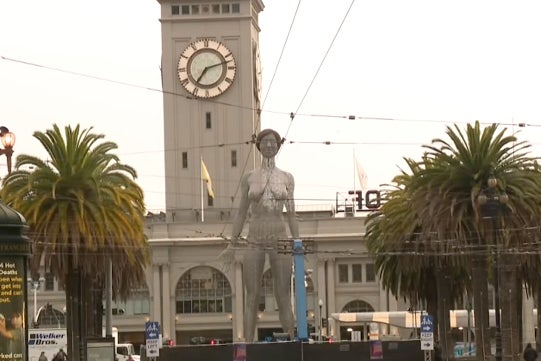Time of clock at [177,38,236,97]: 7:12
